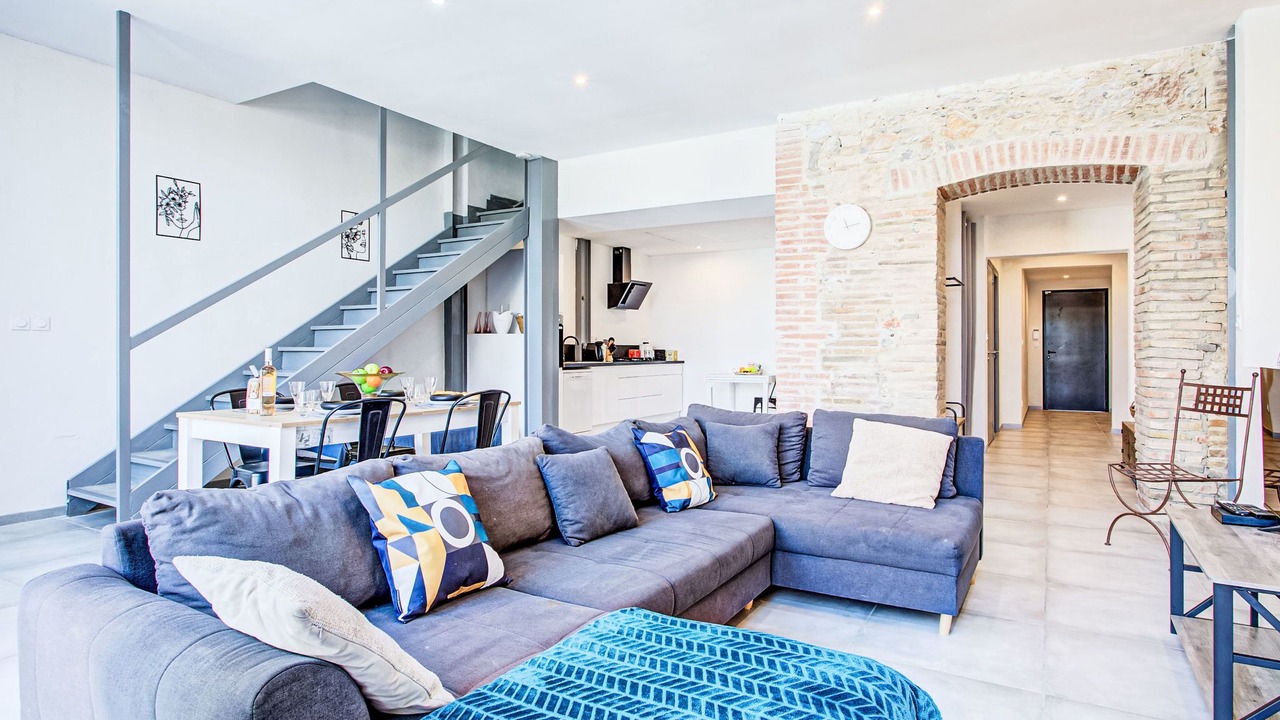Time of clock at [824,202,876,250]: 11:12
